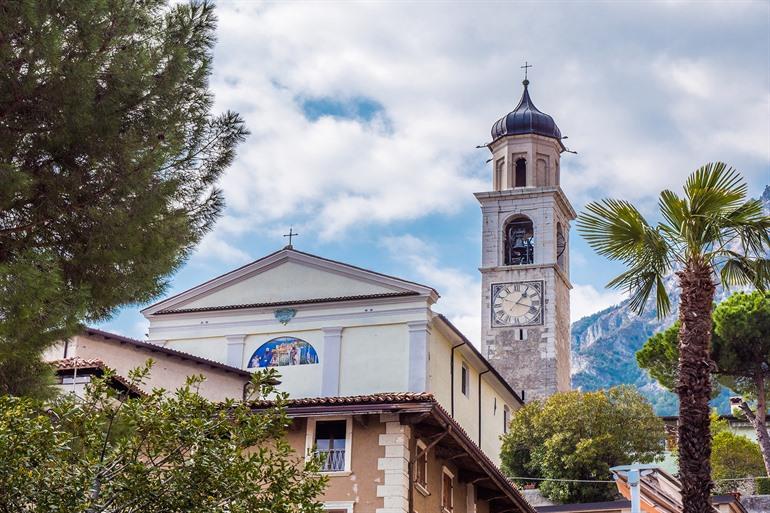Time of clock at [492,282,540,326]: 1:18
